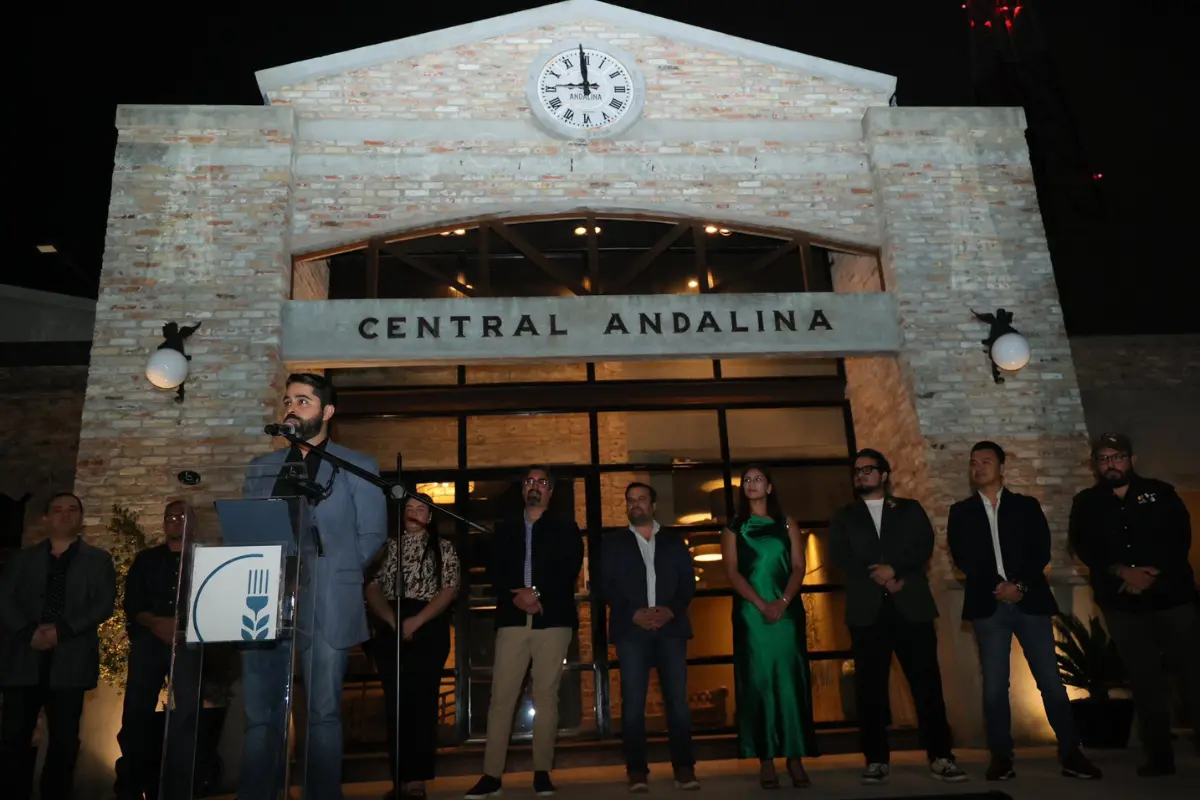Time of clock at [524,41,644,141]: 8:59
